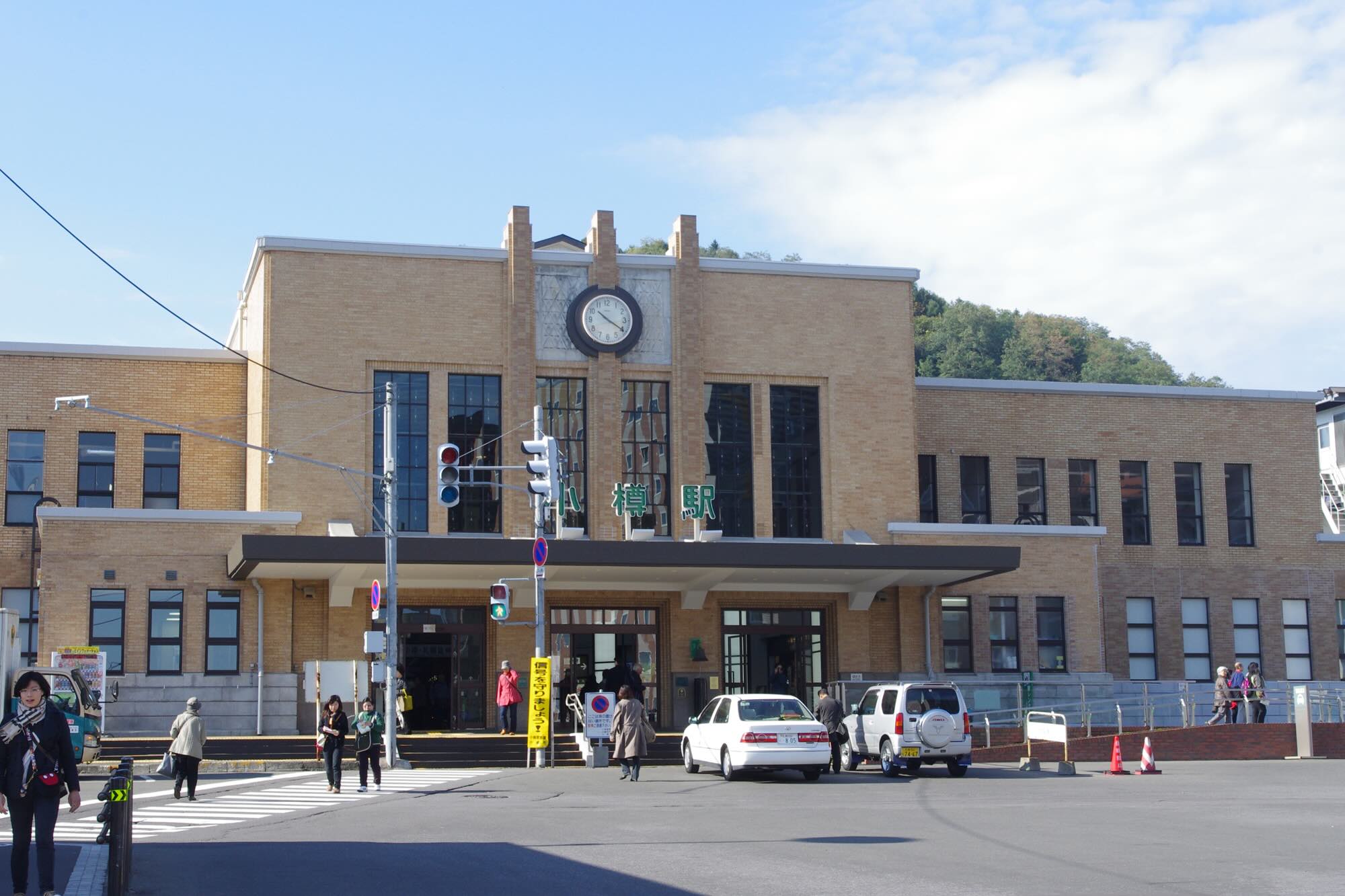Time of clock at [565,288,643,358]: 10:20
